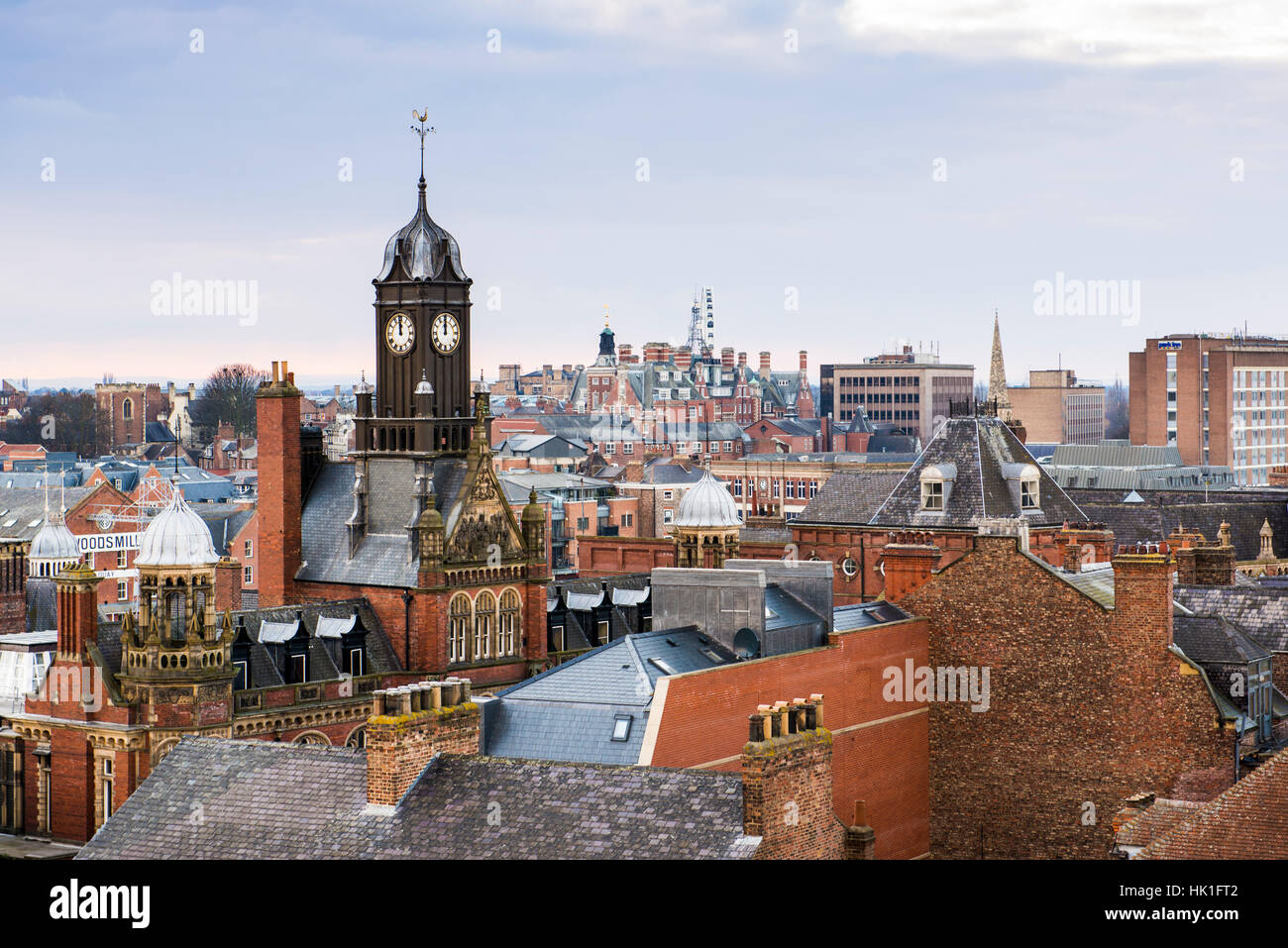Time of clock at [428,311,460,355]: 12:00
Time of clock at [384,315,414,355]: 11:58
